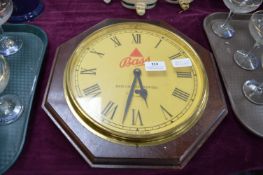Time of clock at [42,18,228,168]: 5:32
